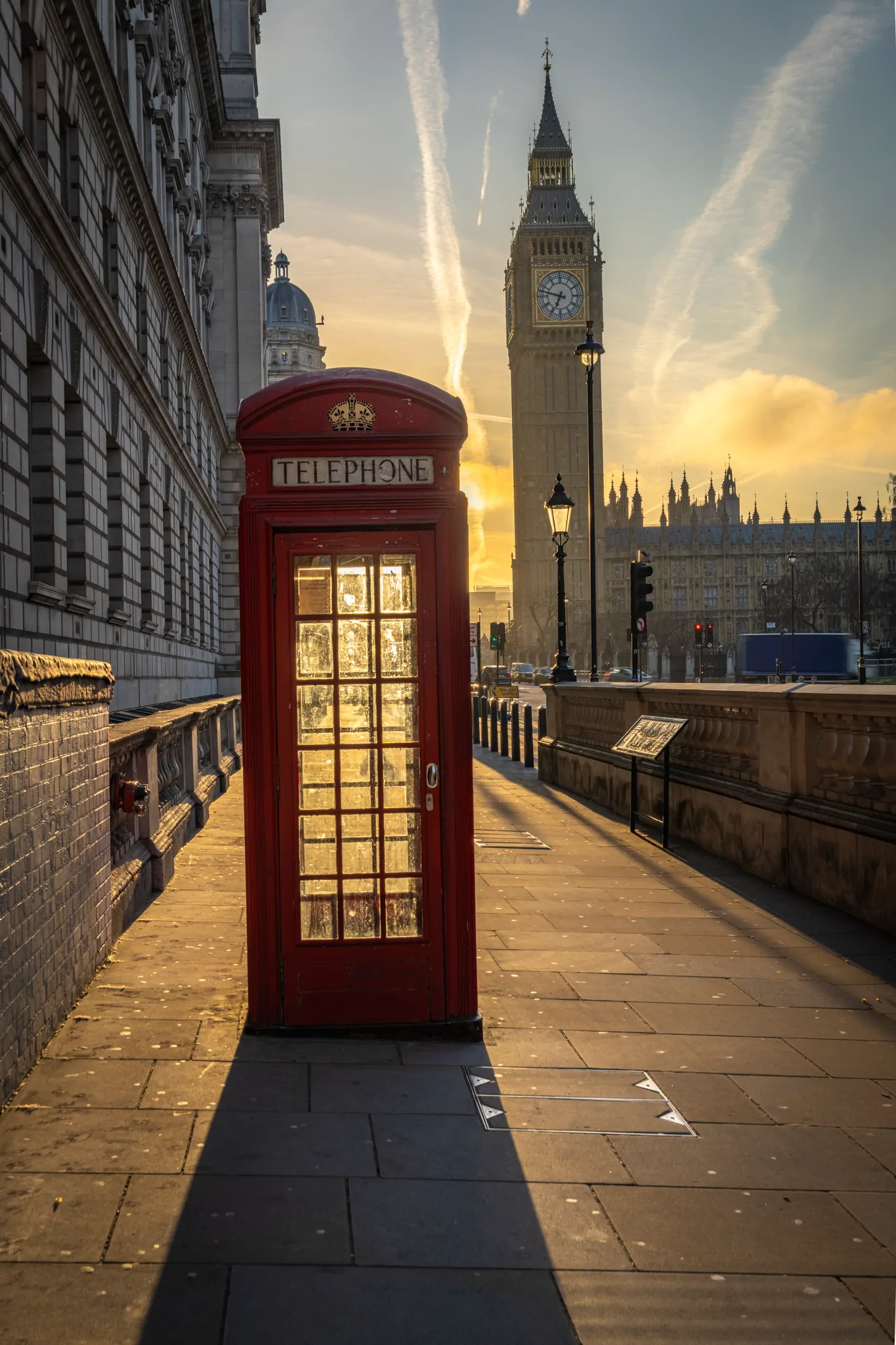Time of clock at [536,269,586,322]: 6:47
